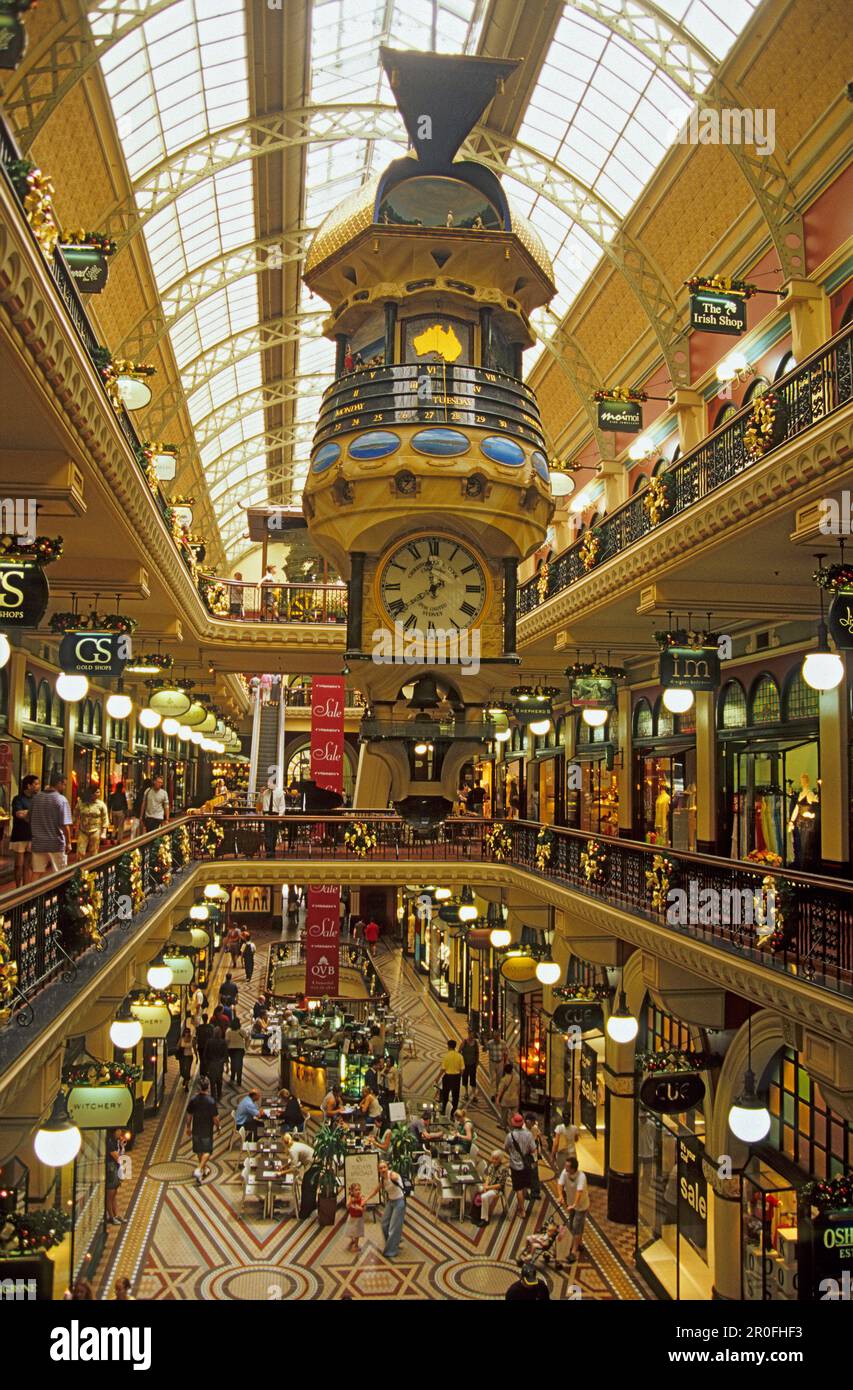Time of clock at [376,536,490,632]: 11:38
